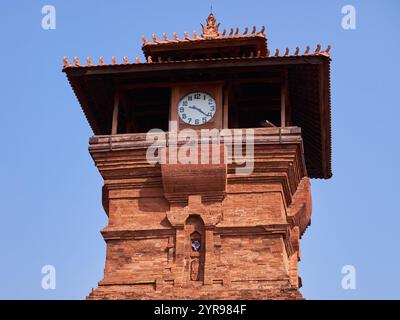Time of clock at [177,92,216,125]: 9:21
